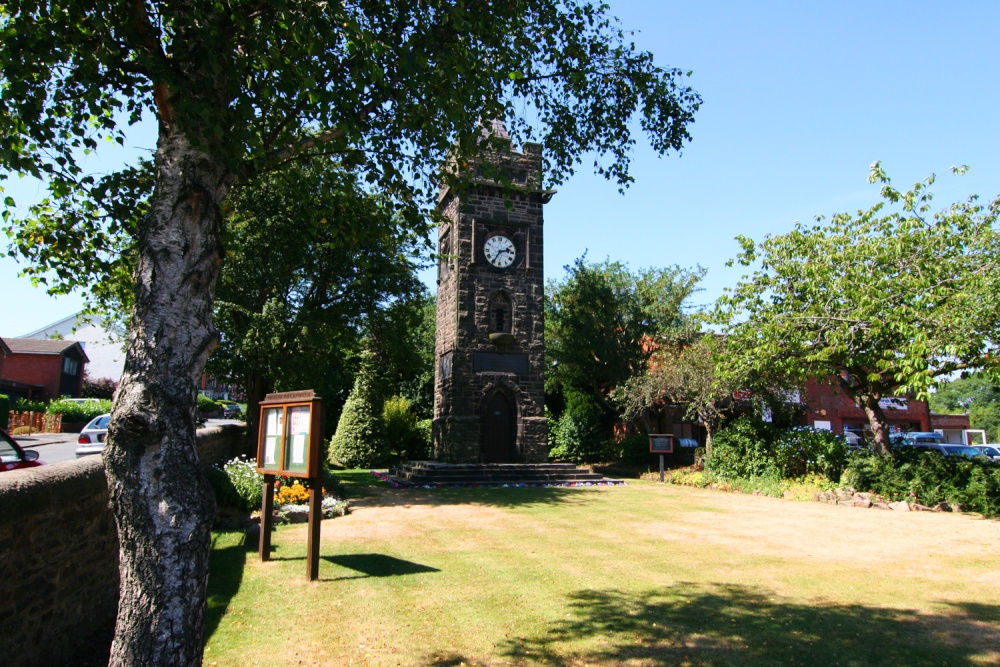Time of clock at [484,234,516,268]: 2:35
